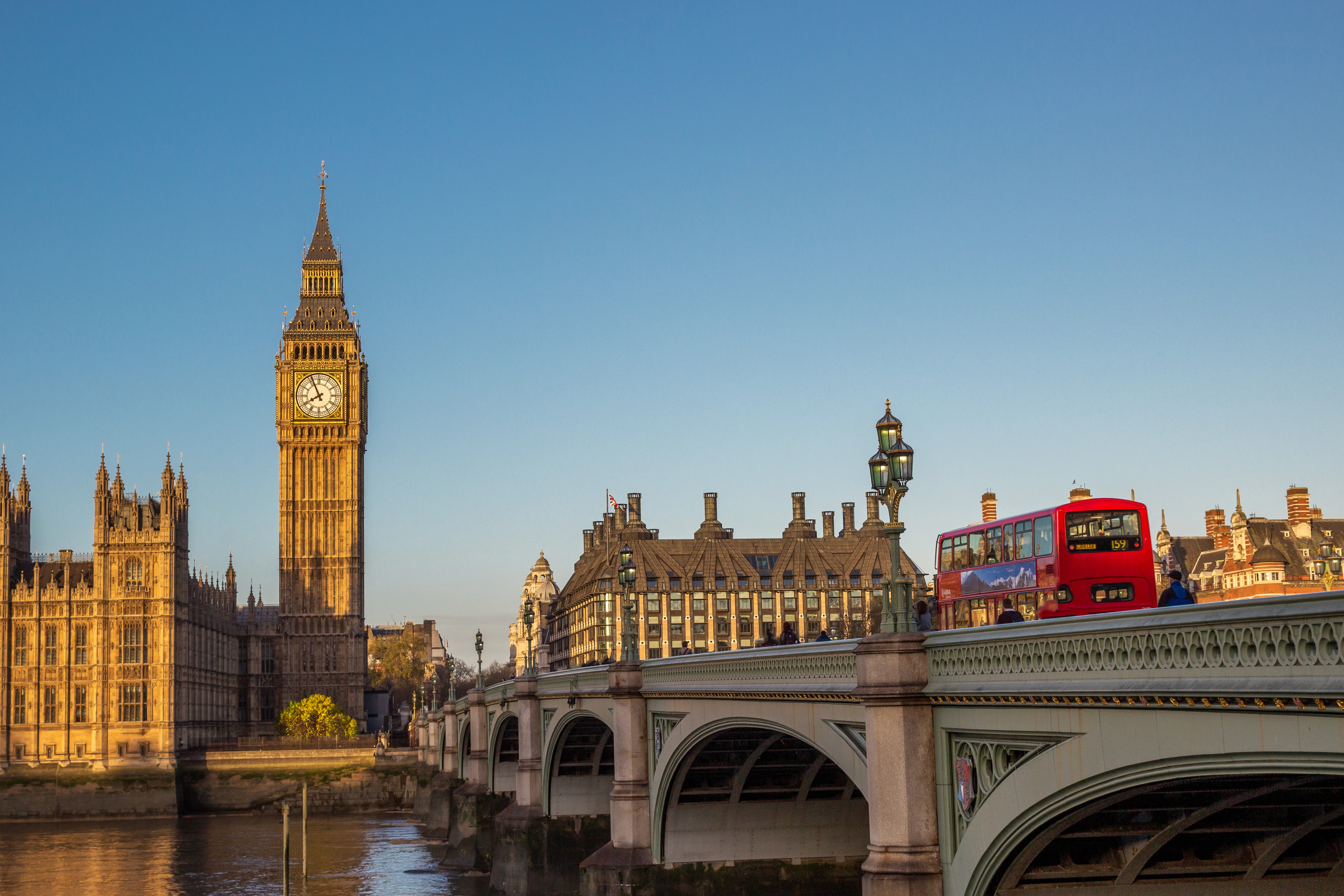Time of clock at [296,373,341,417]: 7:55
